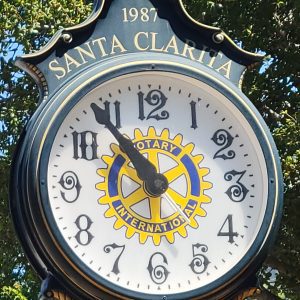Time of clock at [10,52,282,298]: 10:53
